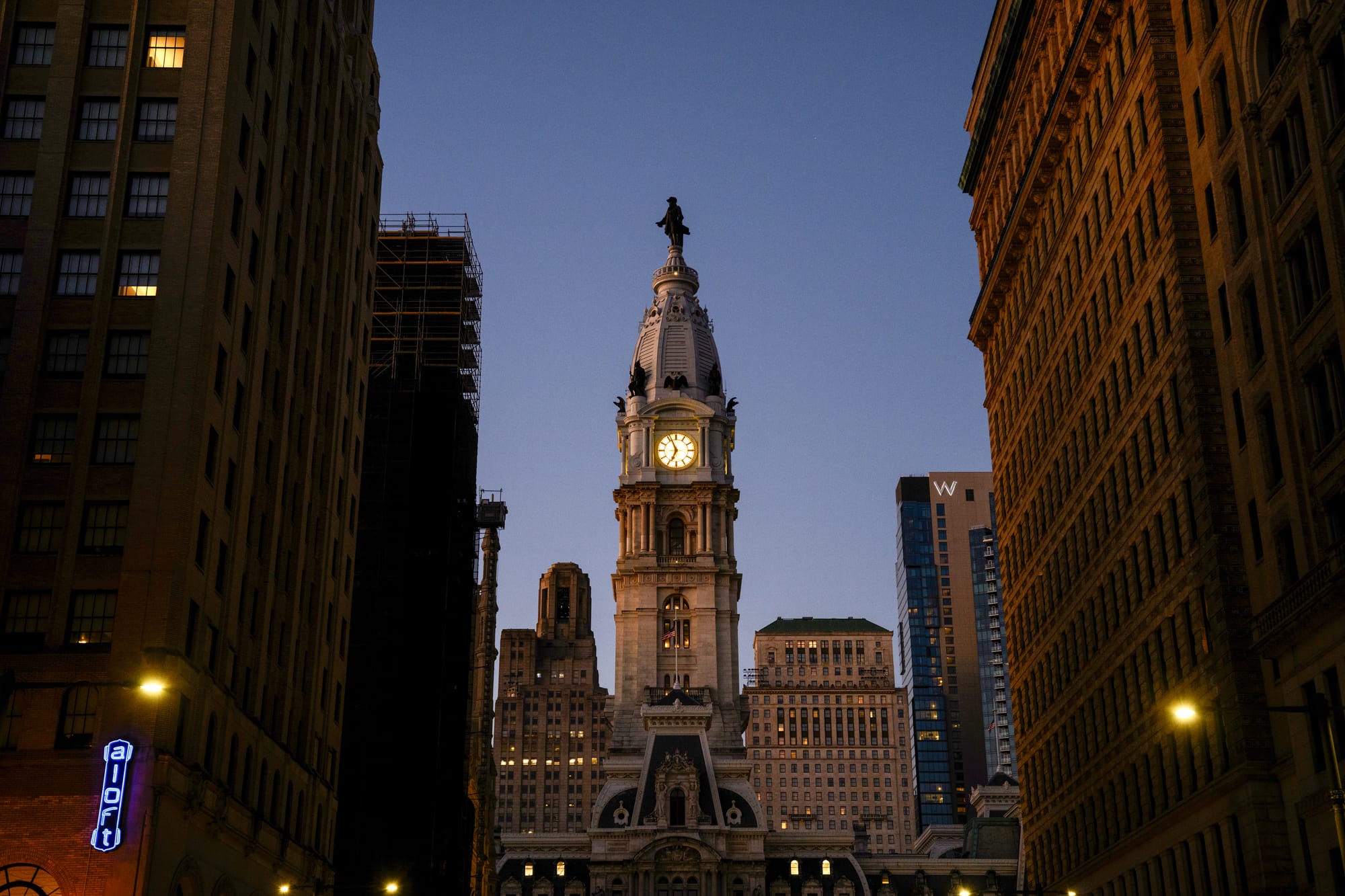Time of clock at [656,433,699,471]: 6:56
